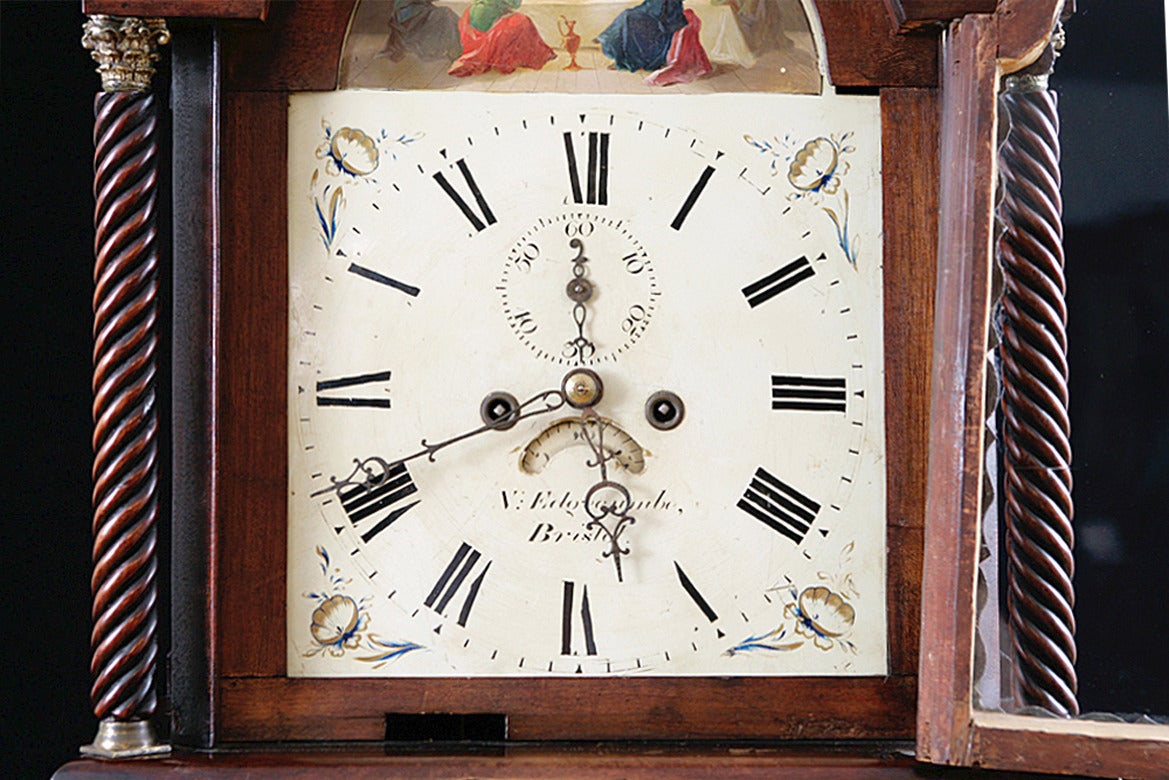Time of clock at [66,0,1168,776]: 7:59
